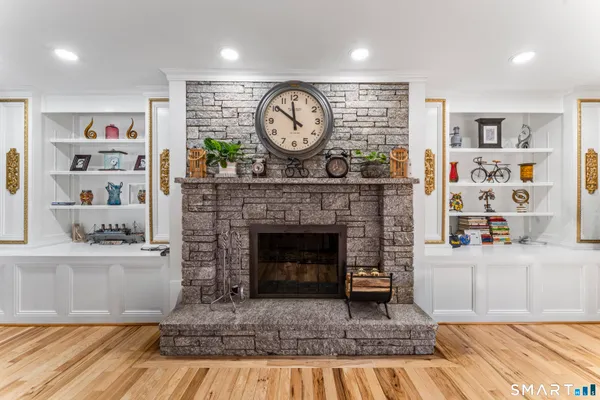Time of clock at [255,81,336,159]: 11:51
